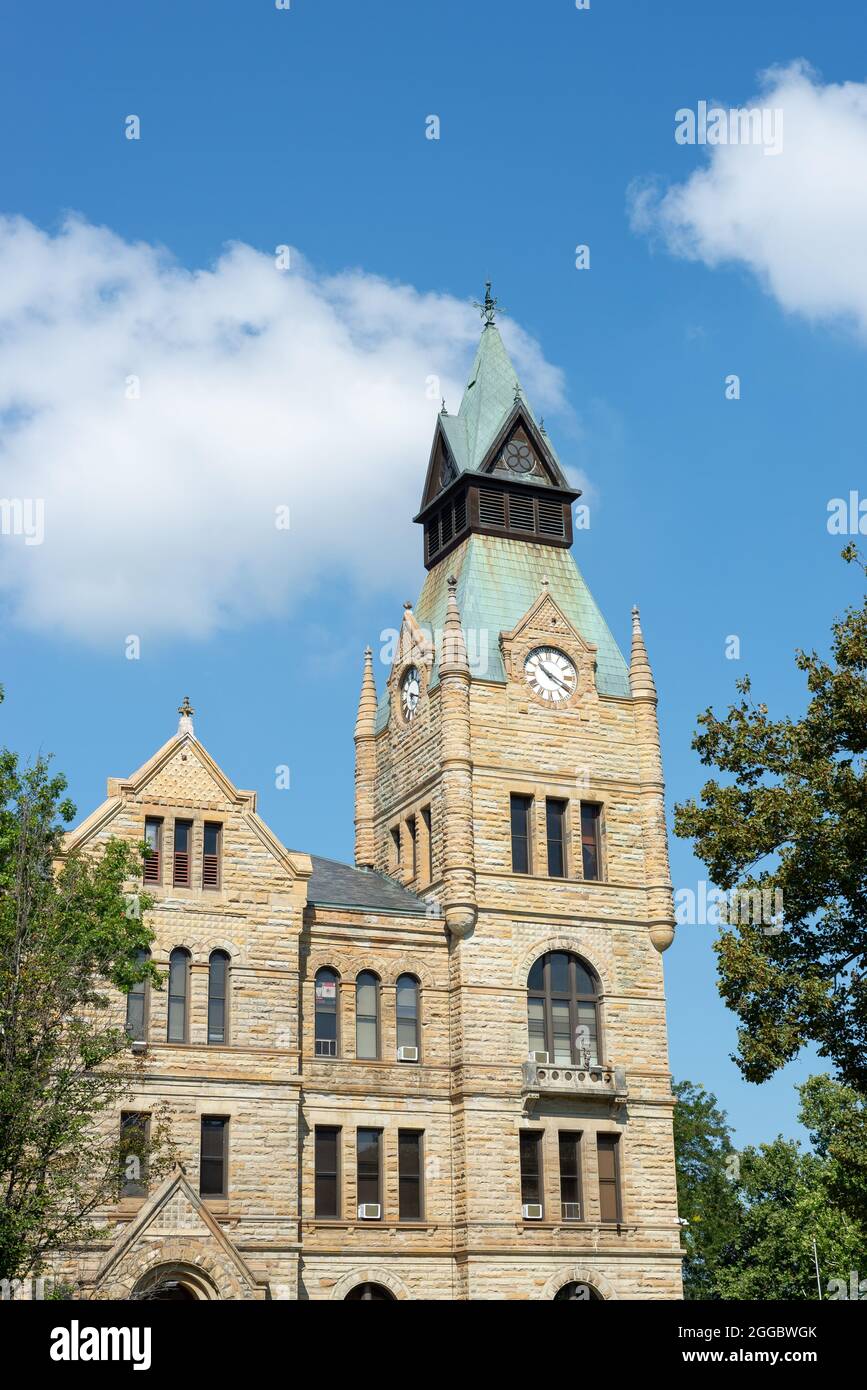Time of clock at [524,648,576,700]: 10:20
